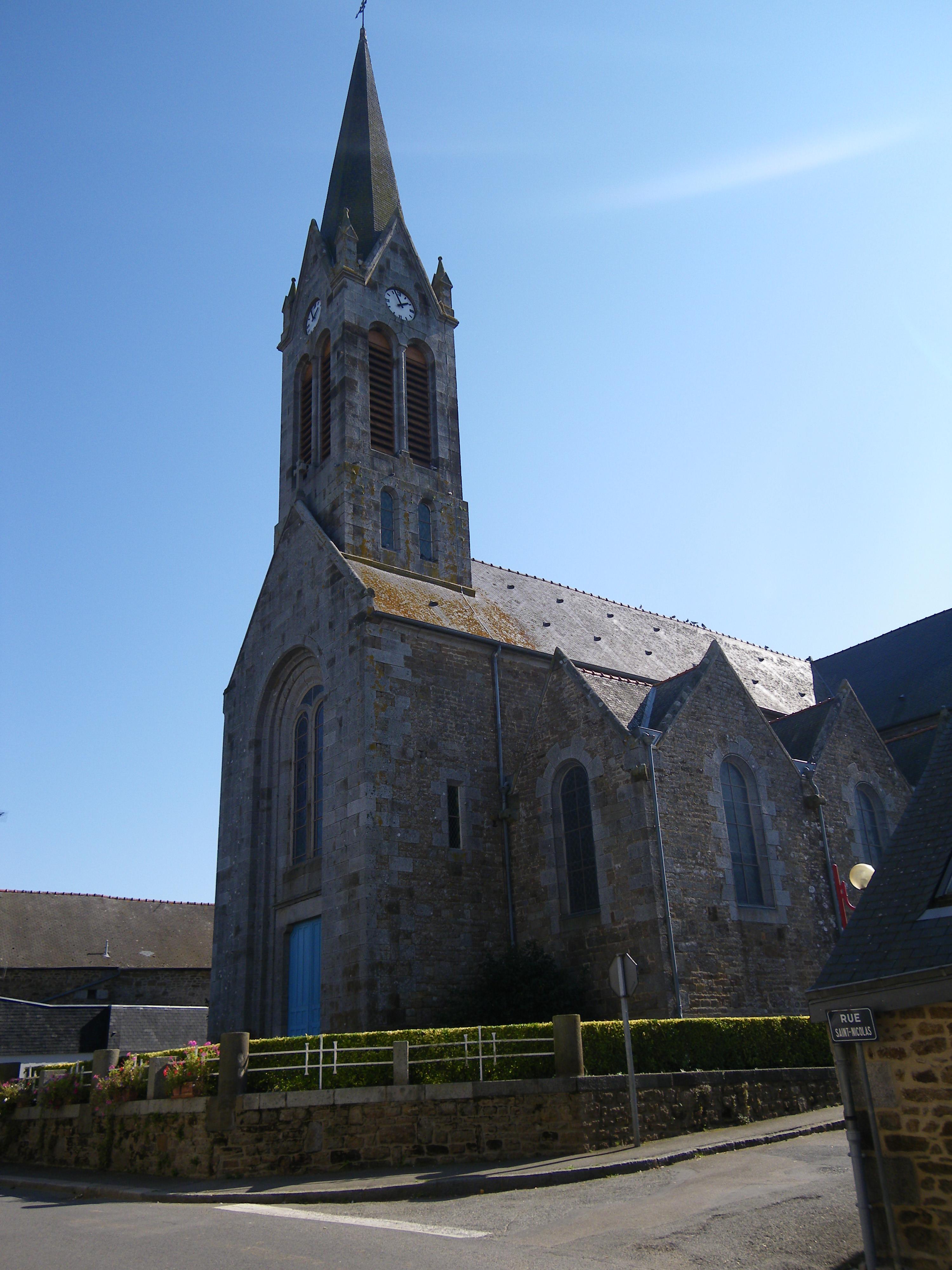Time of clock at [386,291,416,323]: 1:56
